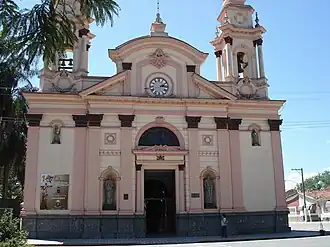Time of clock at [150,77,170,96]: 2:13
